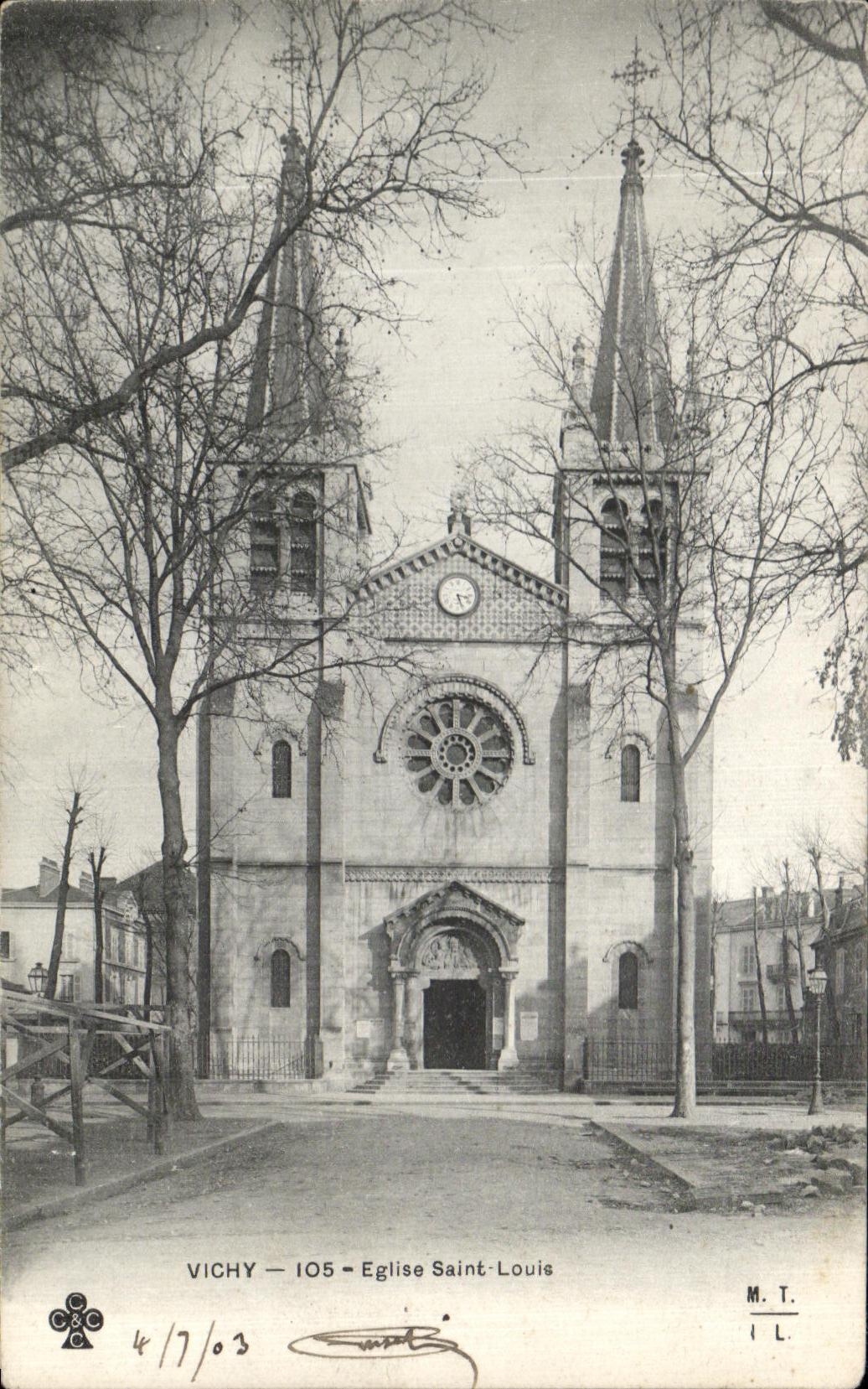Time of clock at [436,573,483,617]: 3:26
